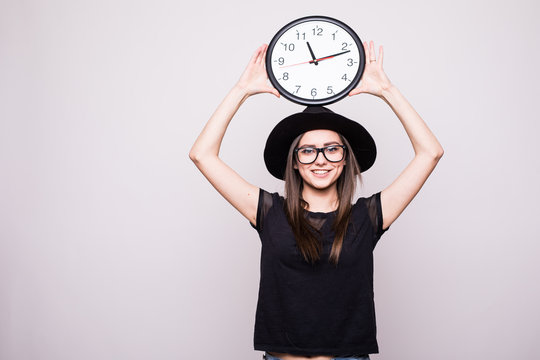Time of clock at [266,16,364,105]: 11:11
